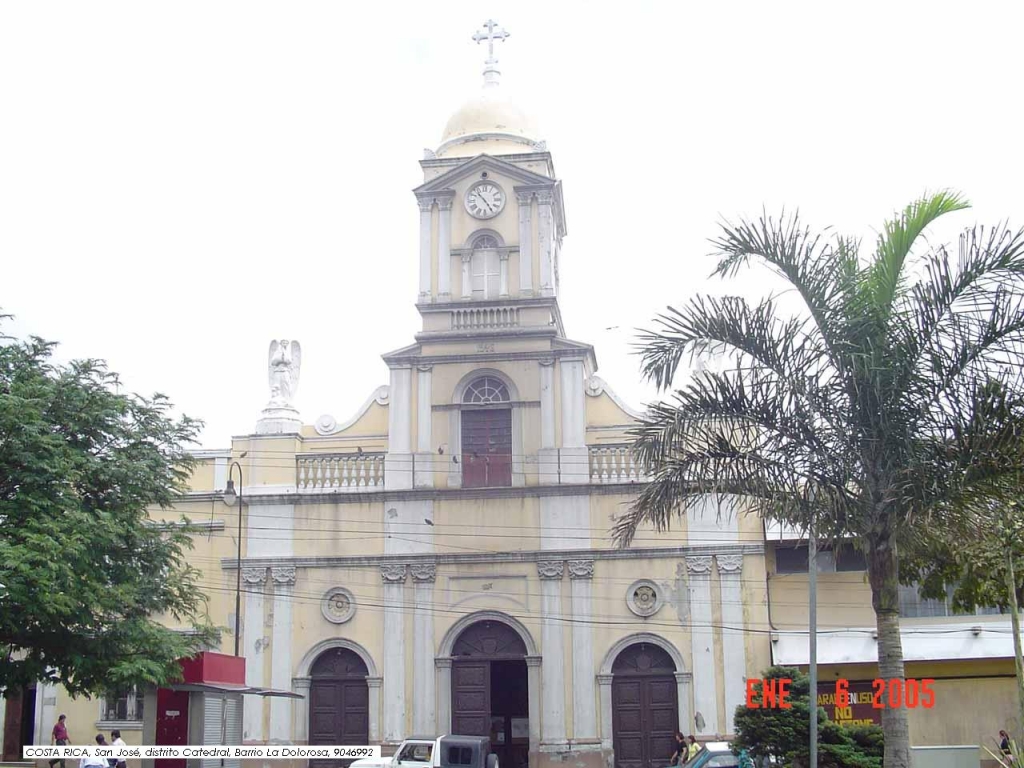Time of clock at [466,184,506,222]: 4:52
